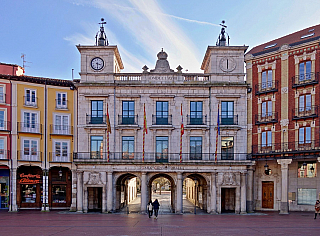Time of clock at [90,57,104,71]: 3:29
